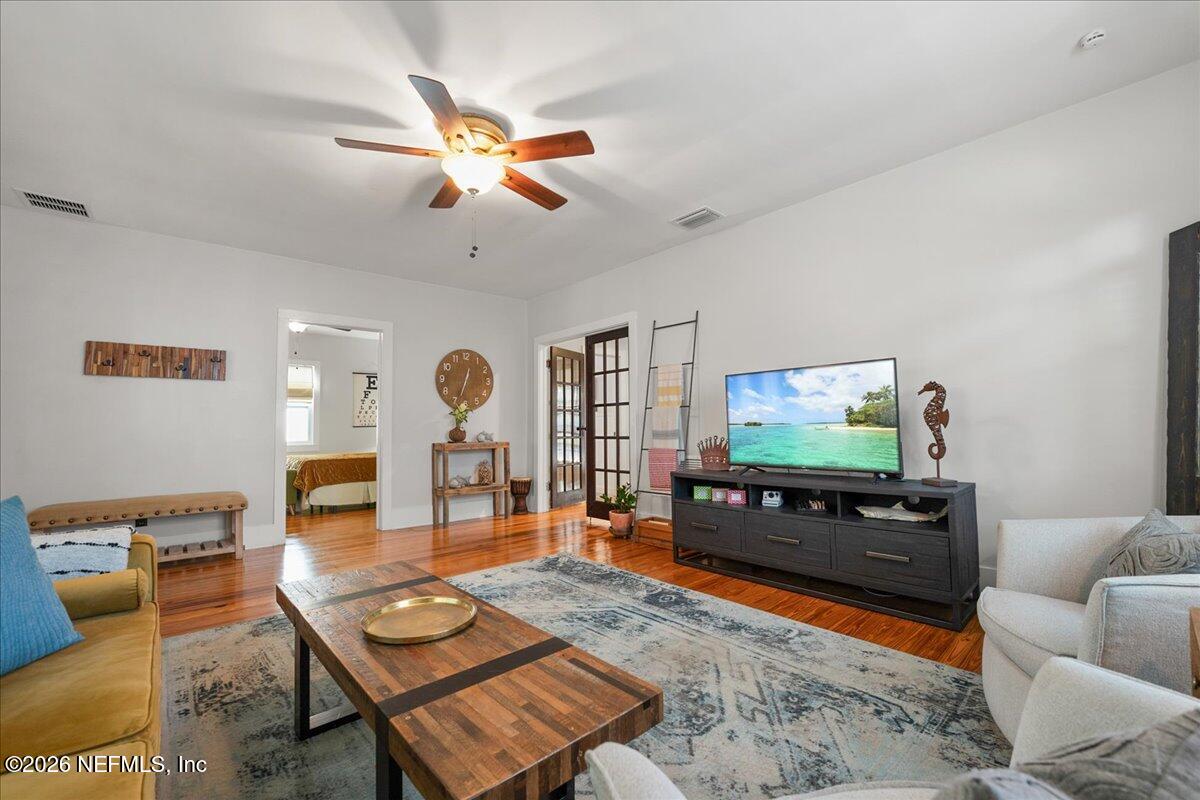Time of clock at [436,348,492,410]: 12:33
